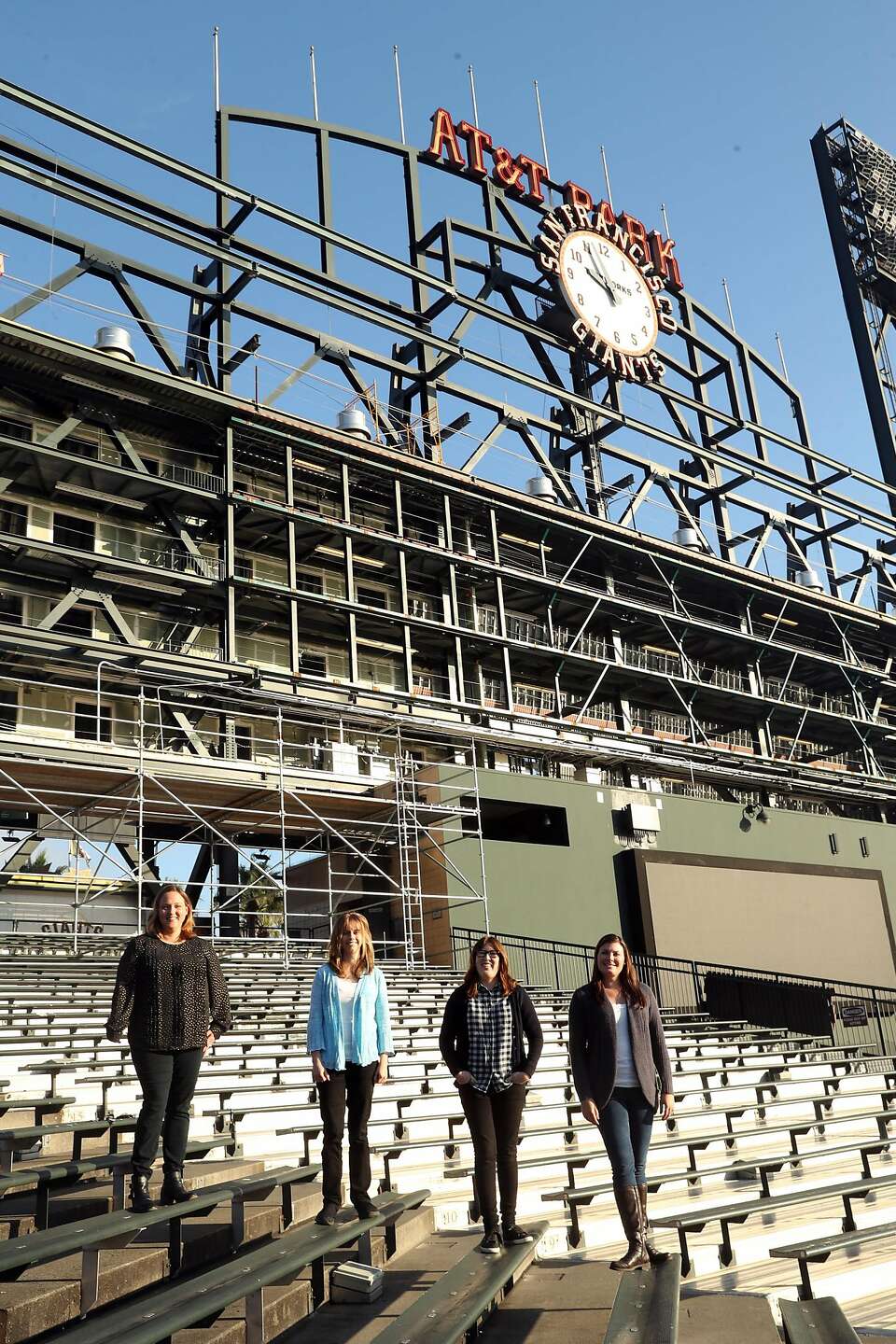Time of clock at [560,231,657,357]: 9:55
